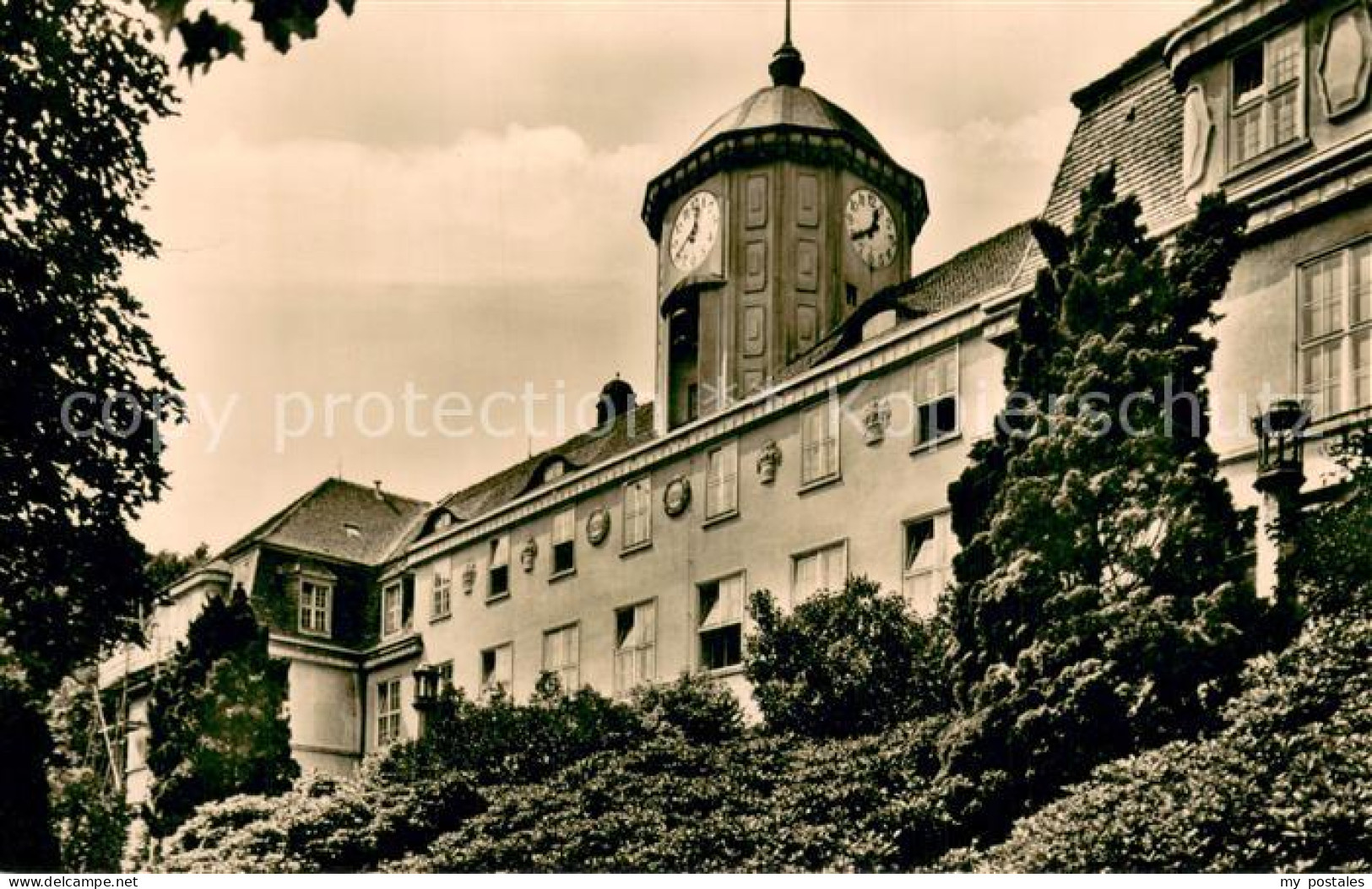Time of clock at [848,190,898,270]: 12:40
